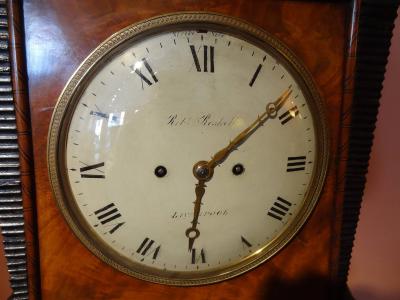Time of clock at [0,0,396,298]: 6:08
